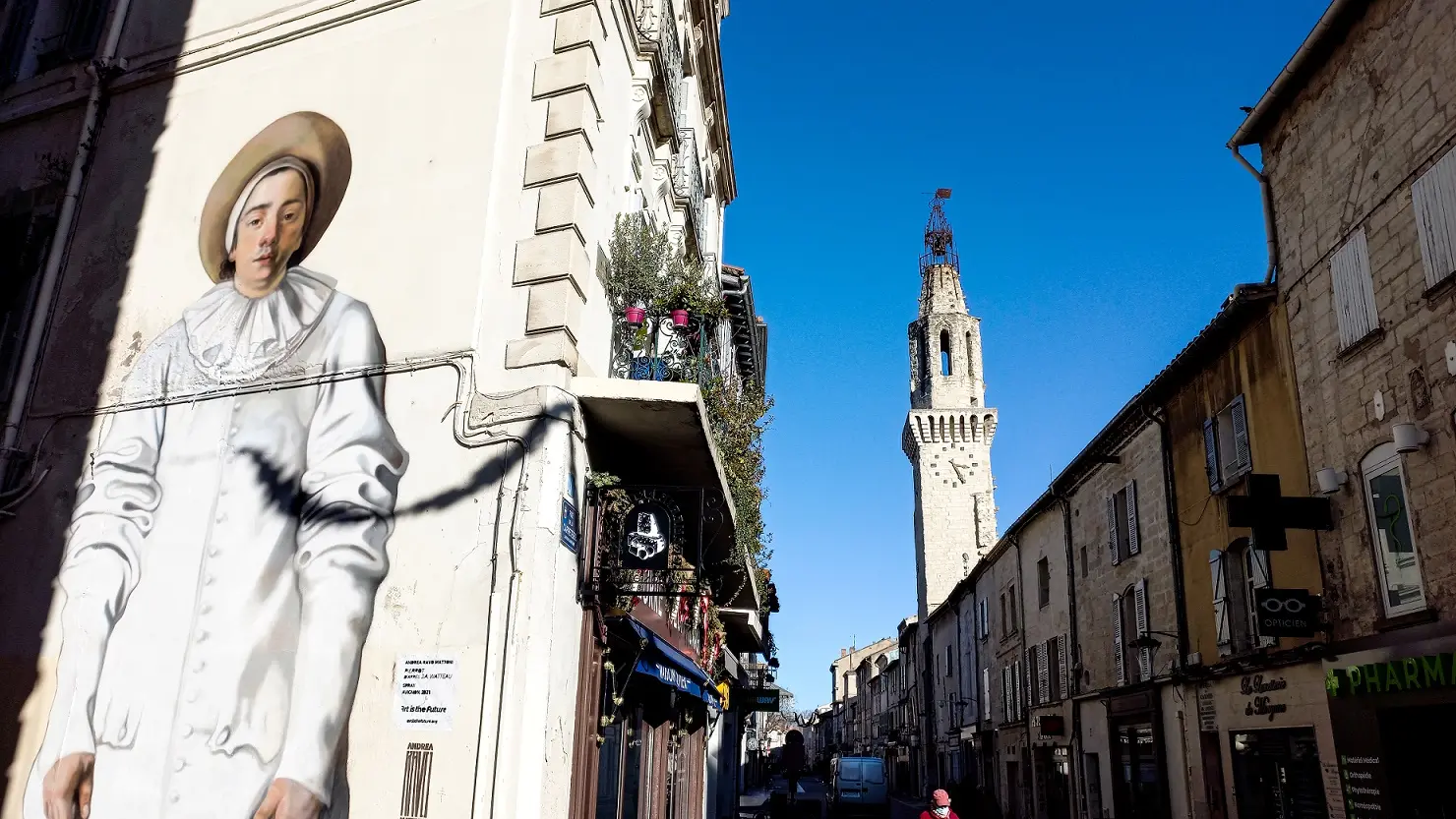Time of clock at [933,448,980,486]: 3:26
